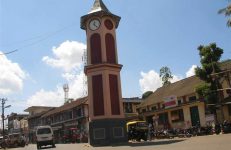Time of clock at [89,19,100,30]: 12:22
